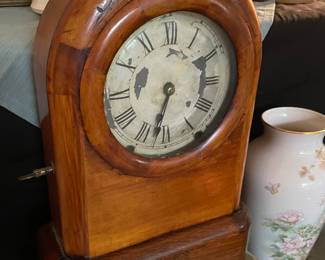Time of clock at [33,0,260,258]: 6:32
